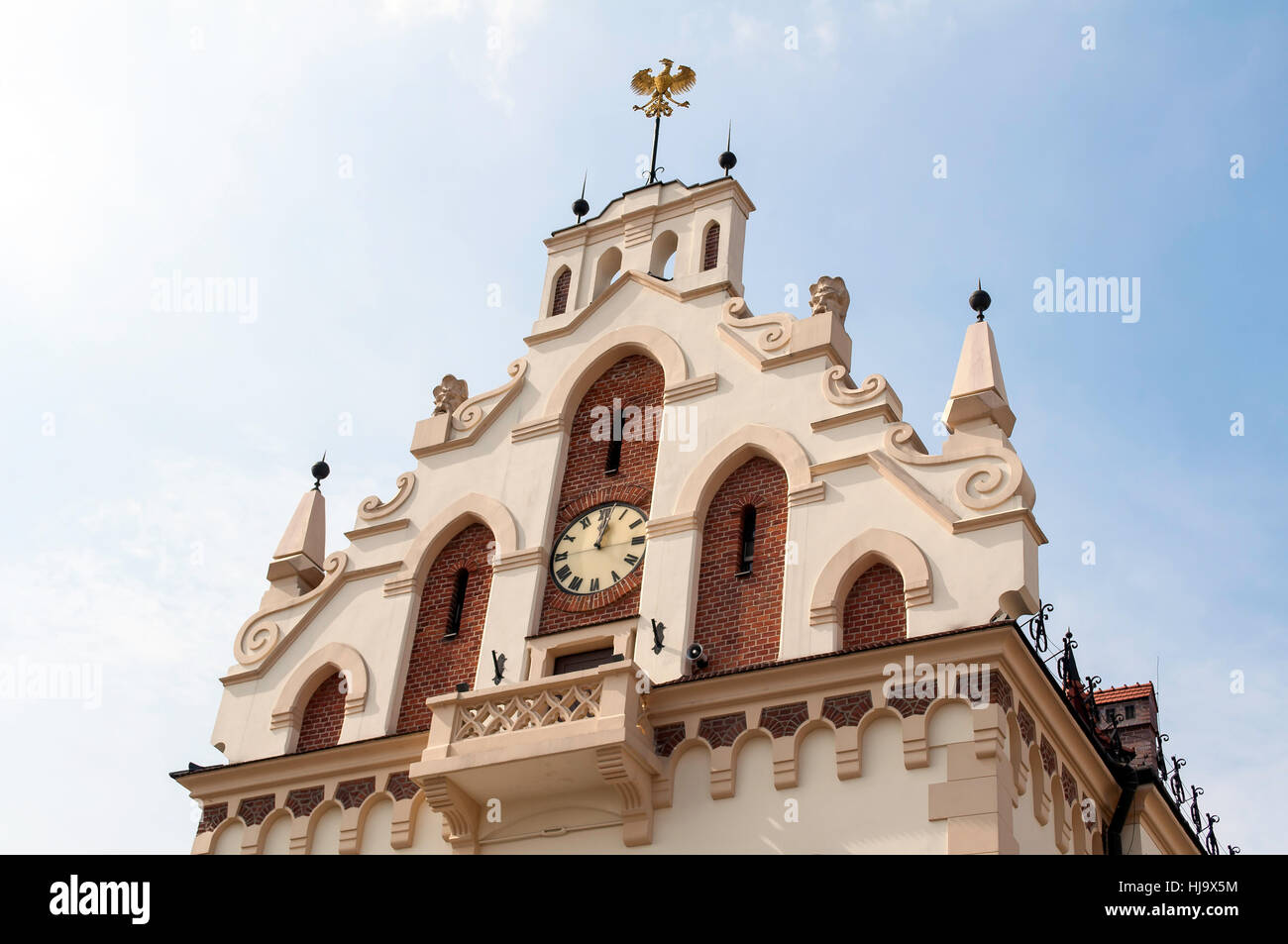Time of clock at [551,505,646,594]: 1:01
